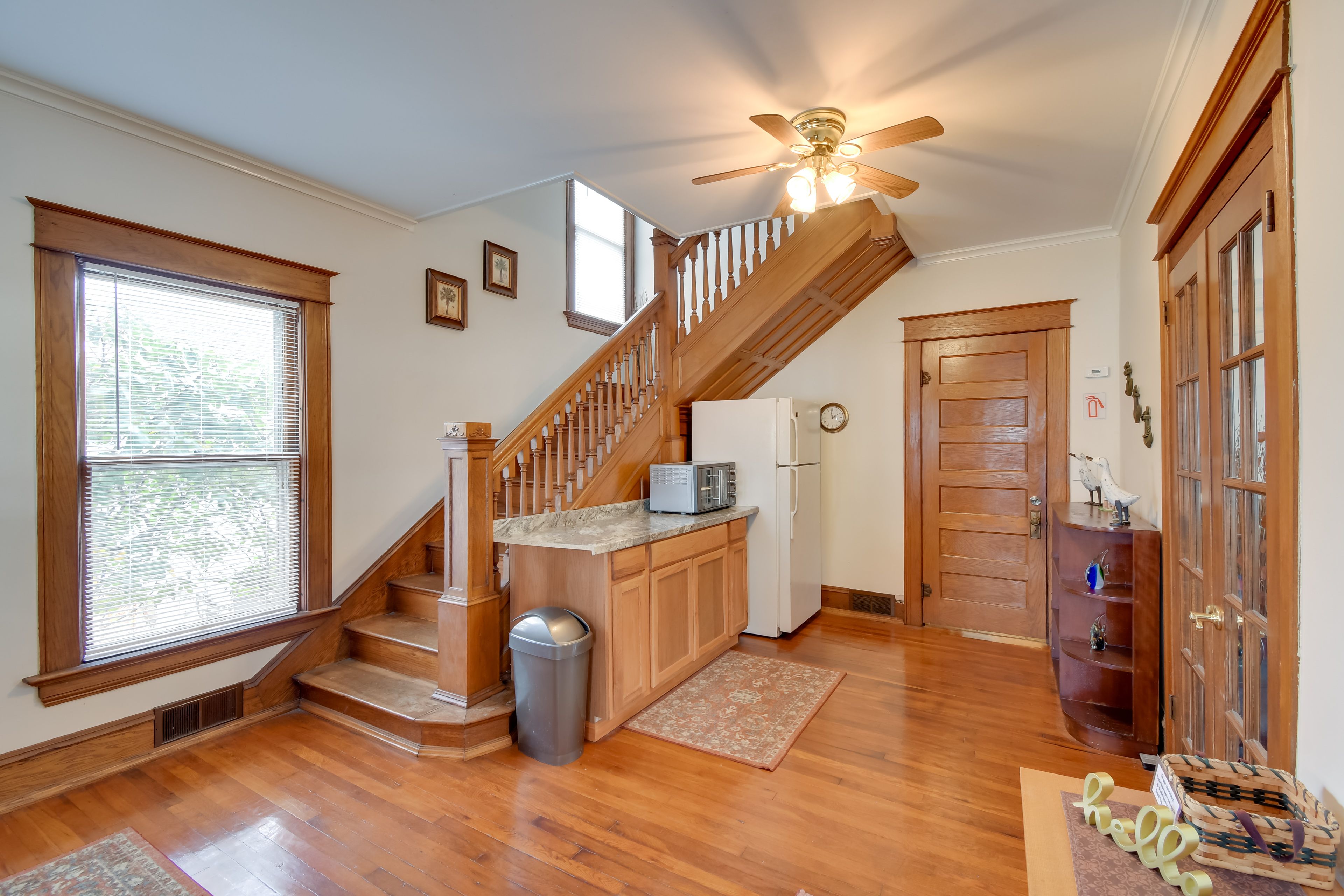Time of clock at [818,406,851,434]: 1:58
